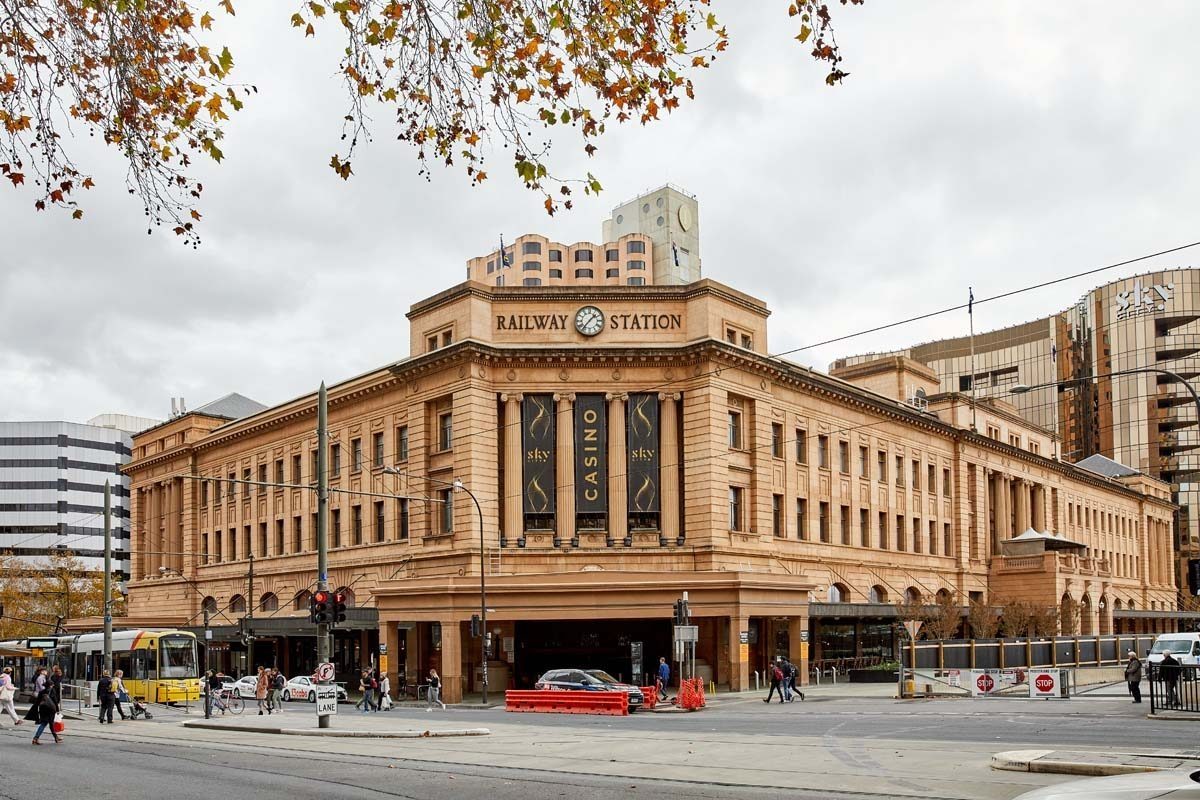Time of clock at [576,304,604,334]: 1:36
